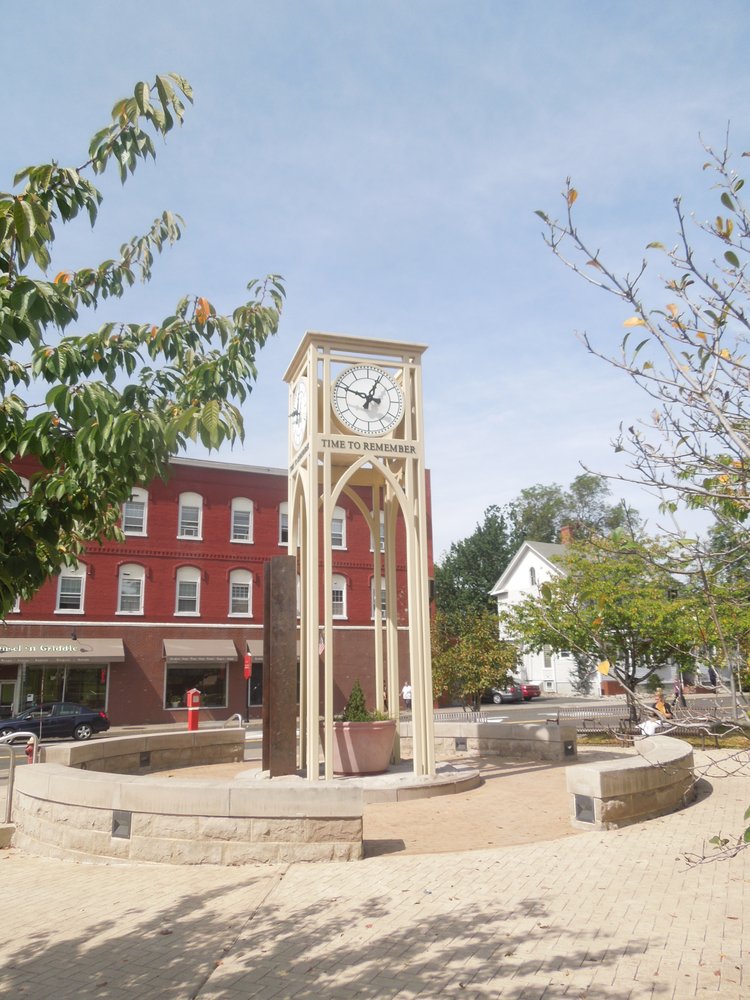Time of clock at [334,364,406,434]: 12:48
